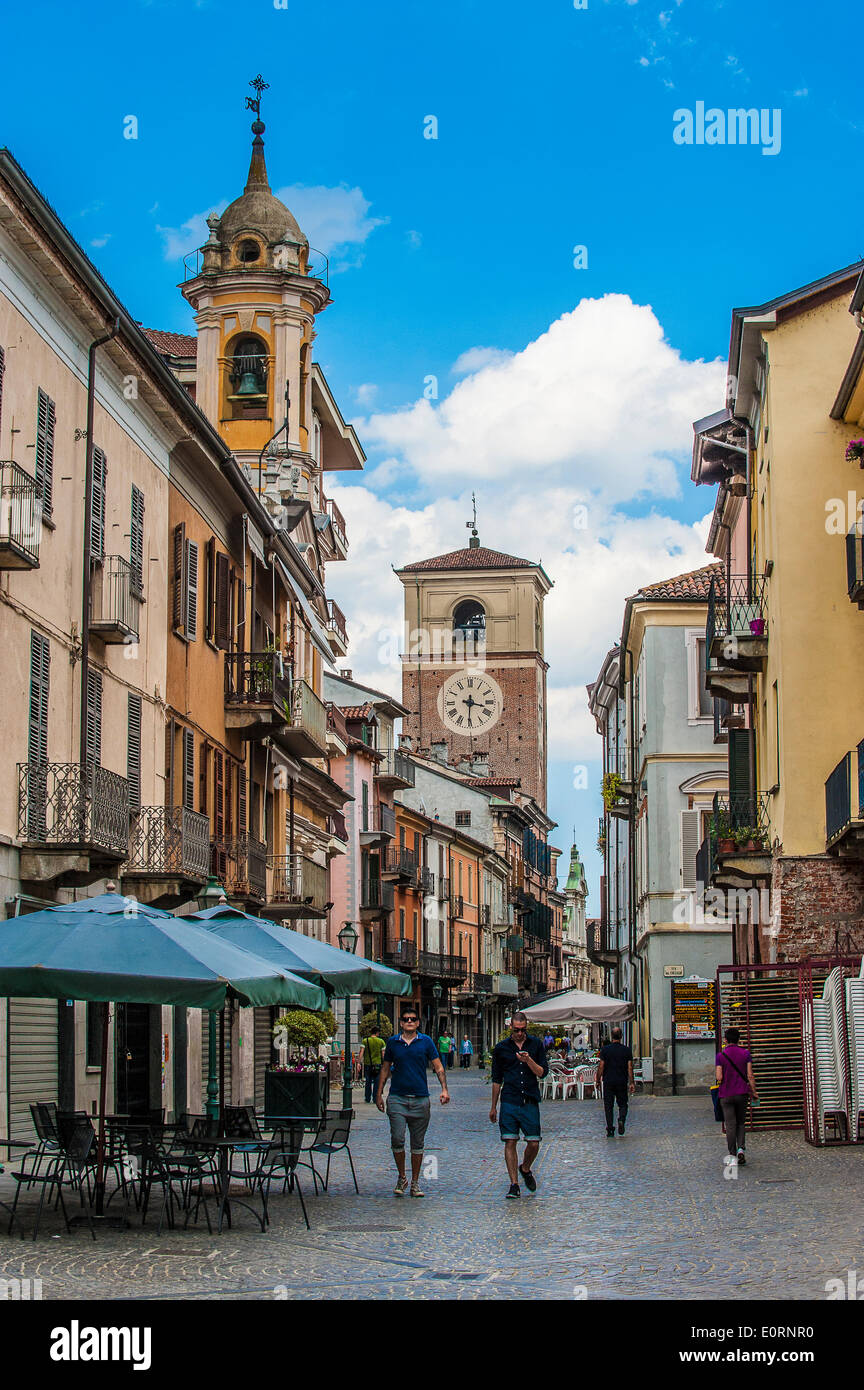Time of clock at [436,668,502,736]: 3:30
